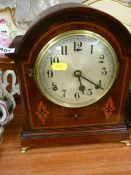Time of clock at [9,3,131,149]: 5:20
